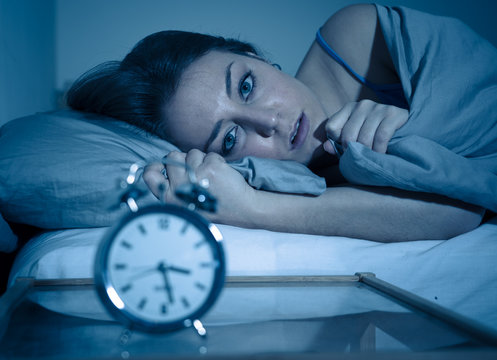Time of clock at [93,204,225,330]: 3:27
